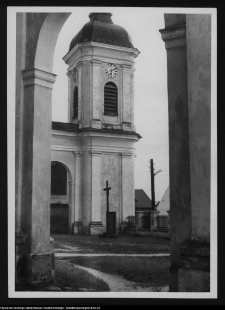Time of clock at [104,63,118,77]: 6:10
